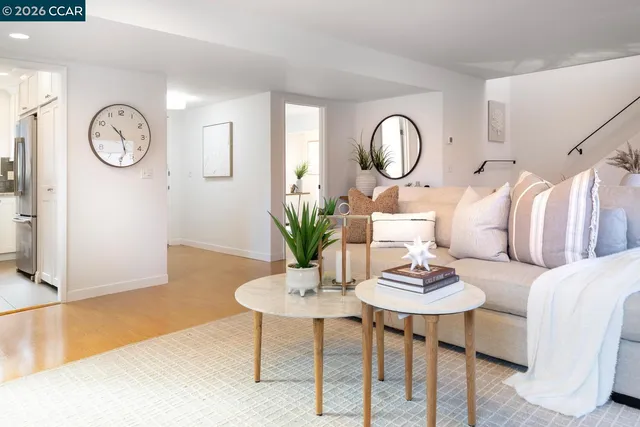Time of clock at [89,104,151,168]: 10:27
